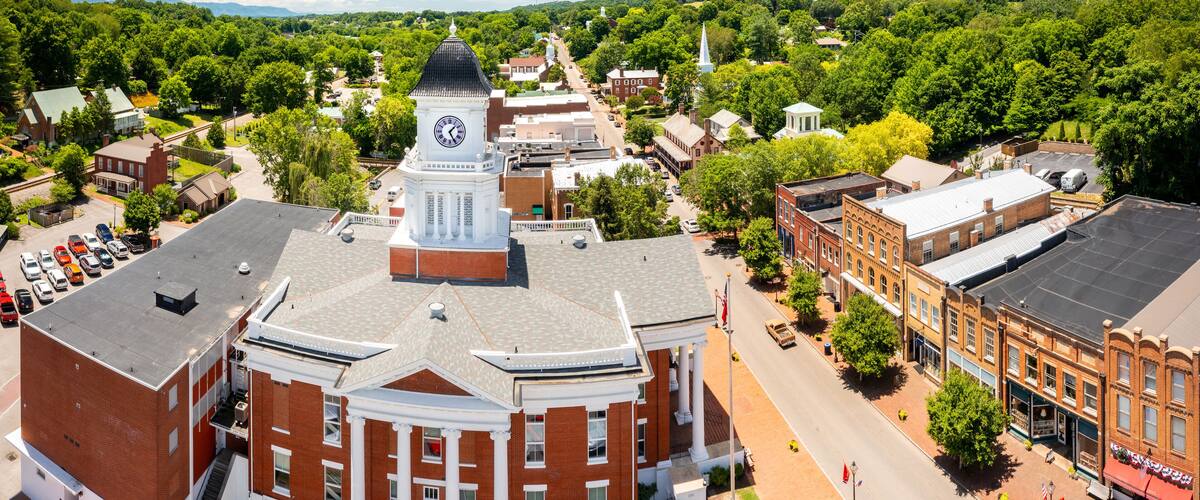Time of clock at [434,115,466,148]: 1:25
